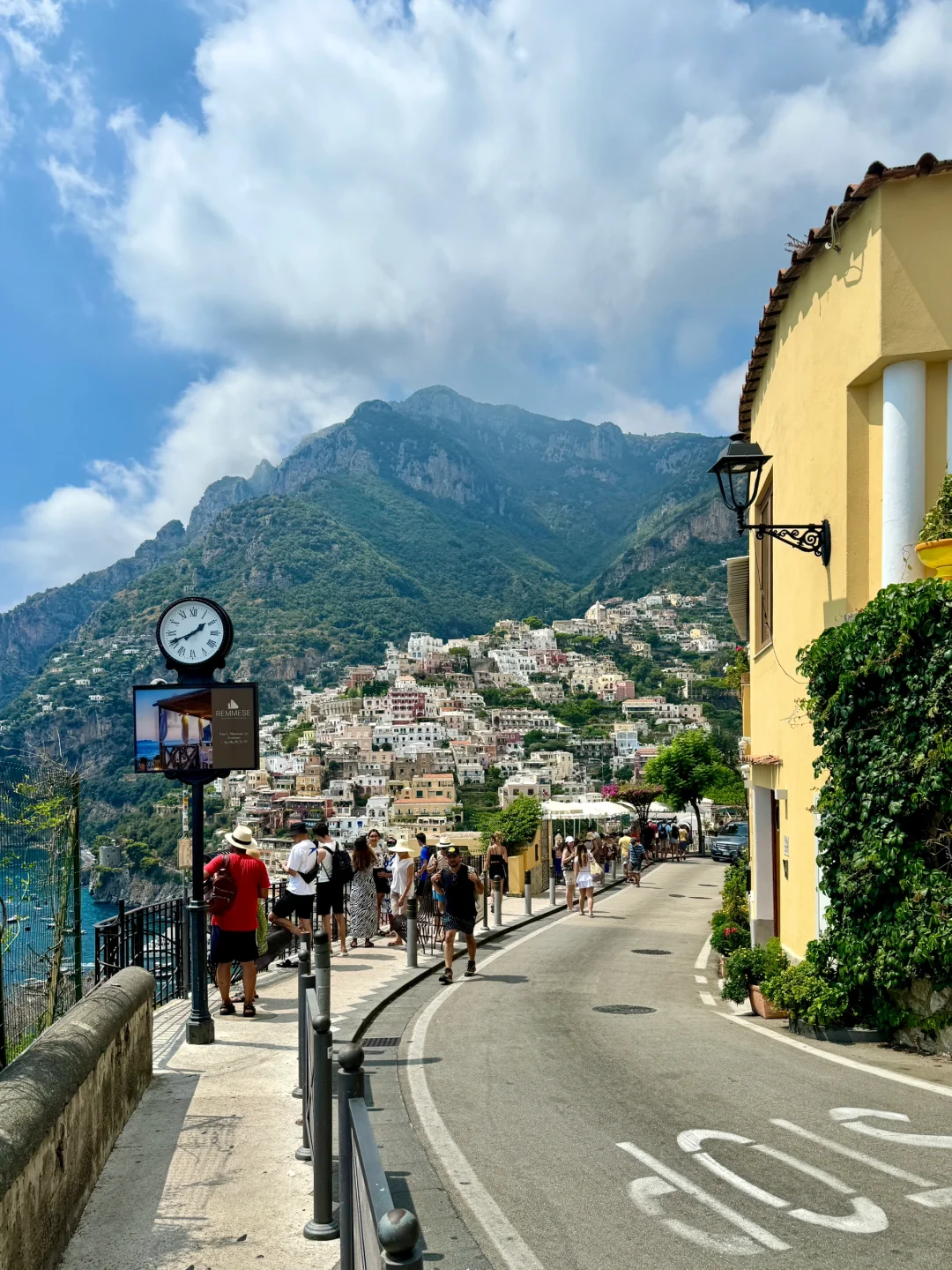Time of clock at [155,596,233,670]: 1:40
